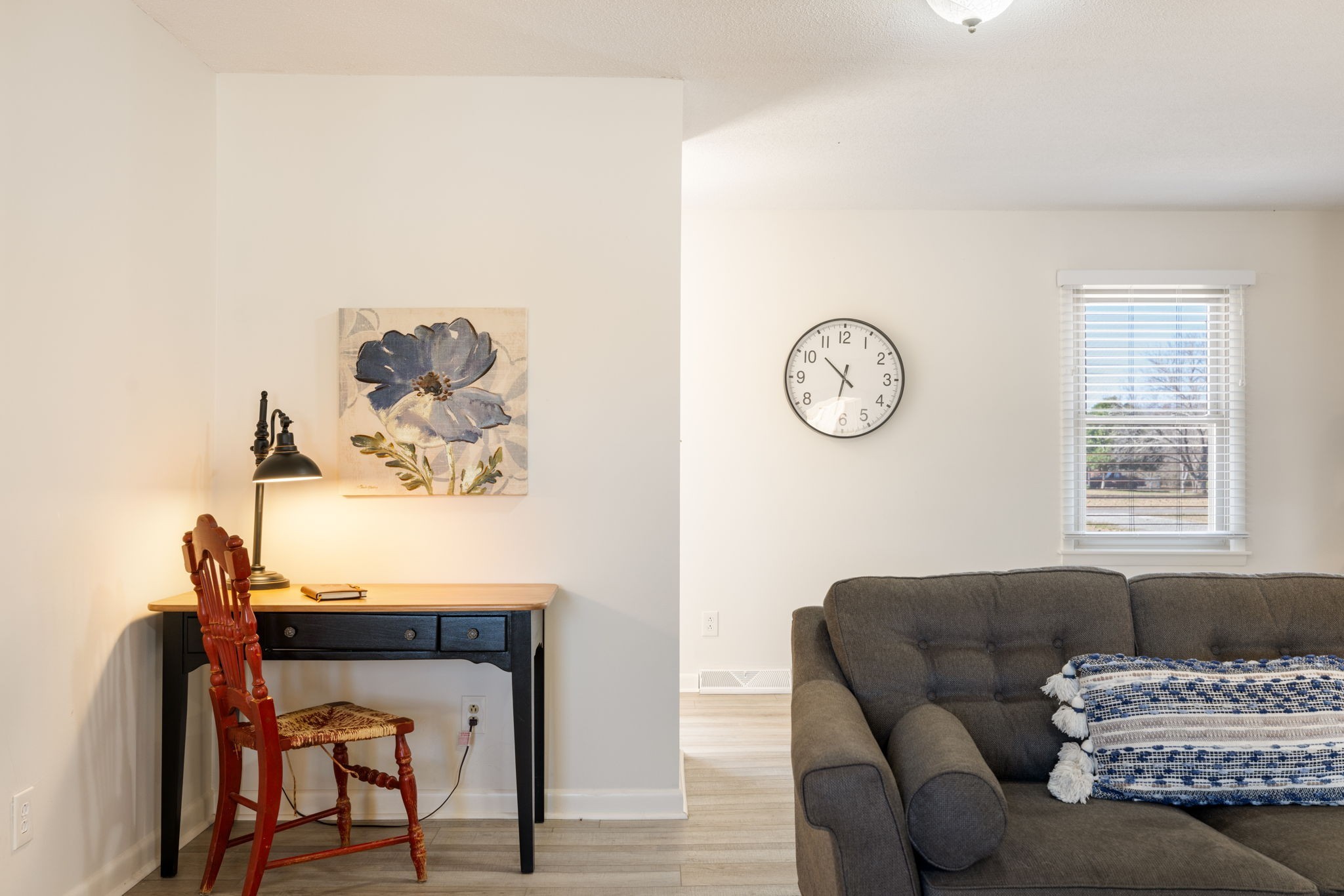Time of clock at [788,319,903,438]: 10:32
